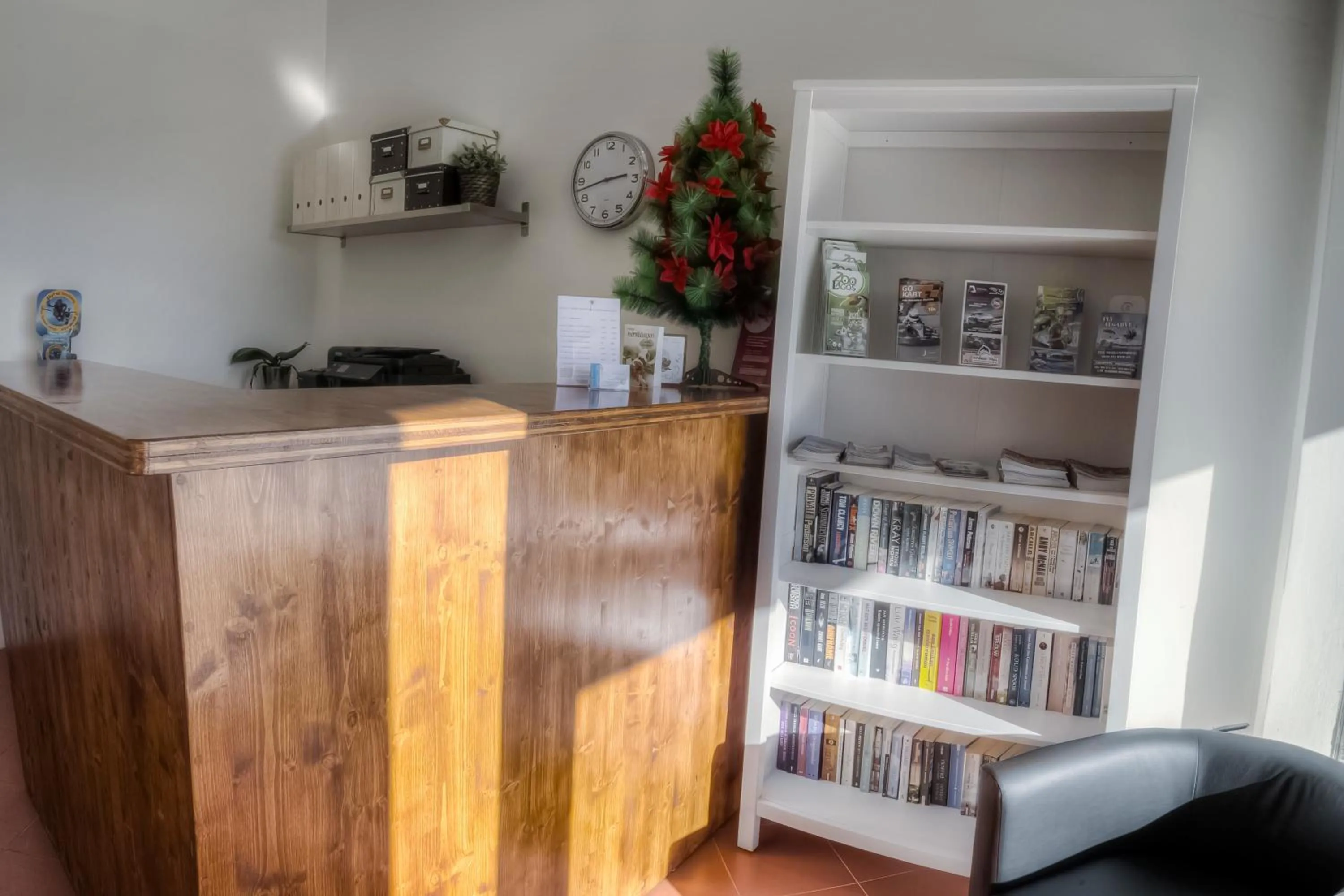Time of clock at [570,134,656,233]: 2:42
